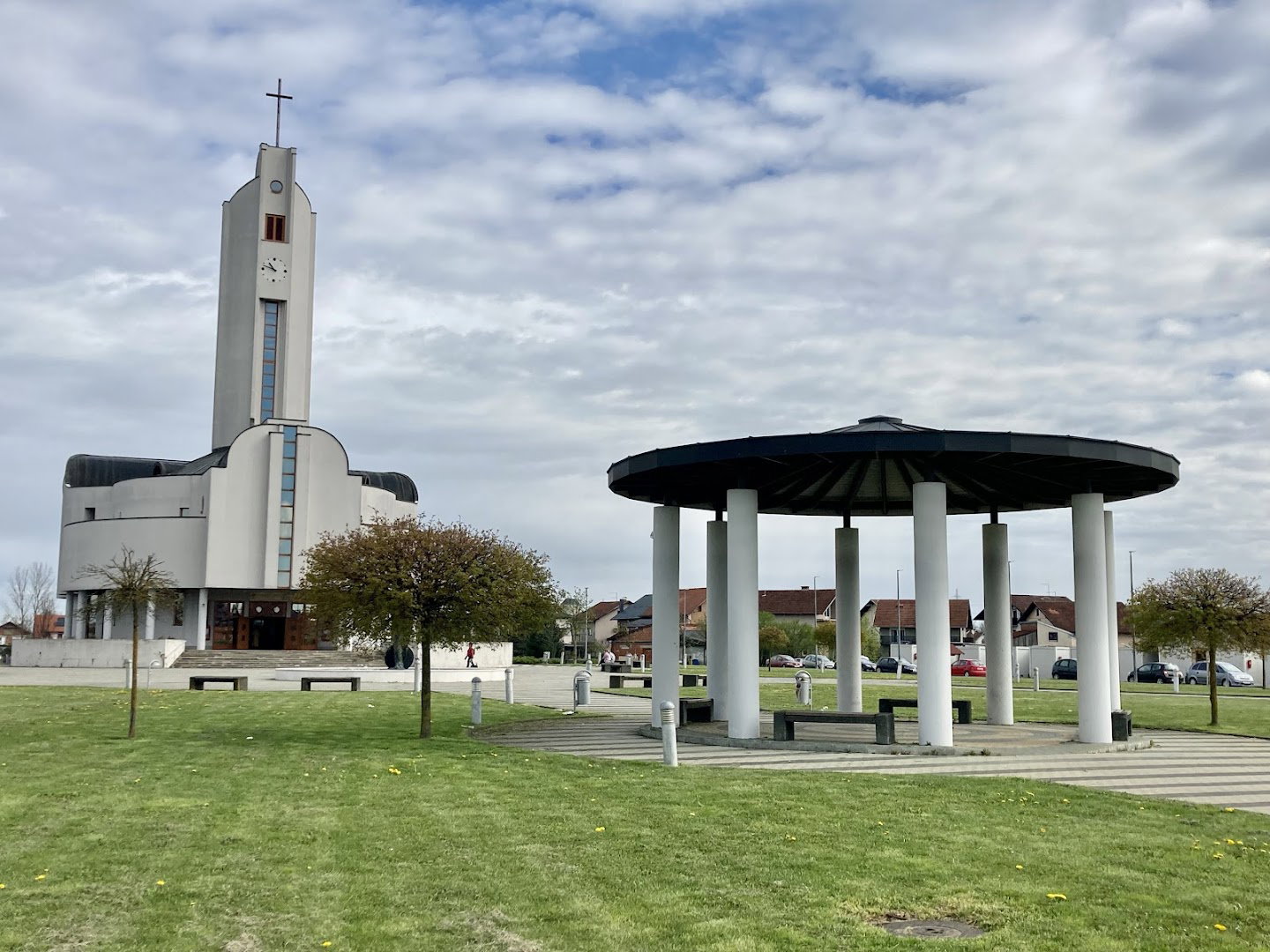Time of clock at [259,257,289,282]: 10:48
